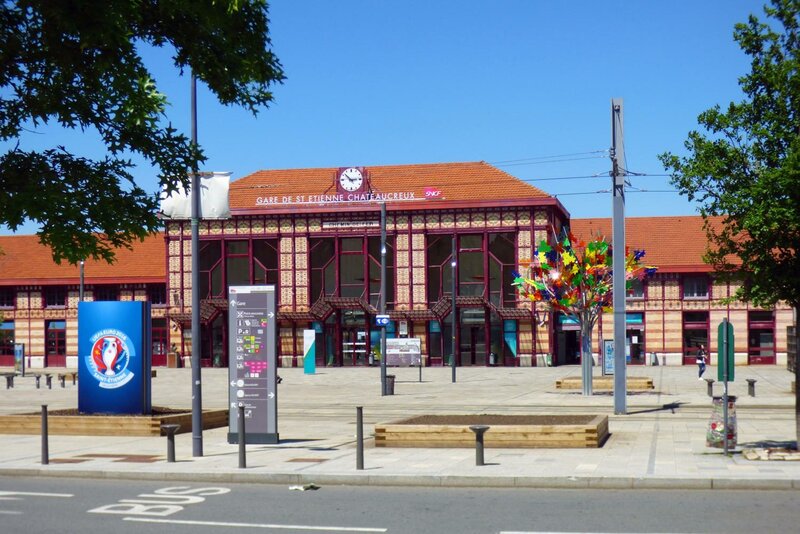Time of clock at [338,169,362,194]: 2:52
